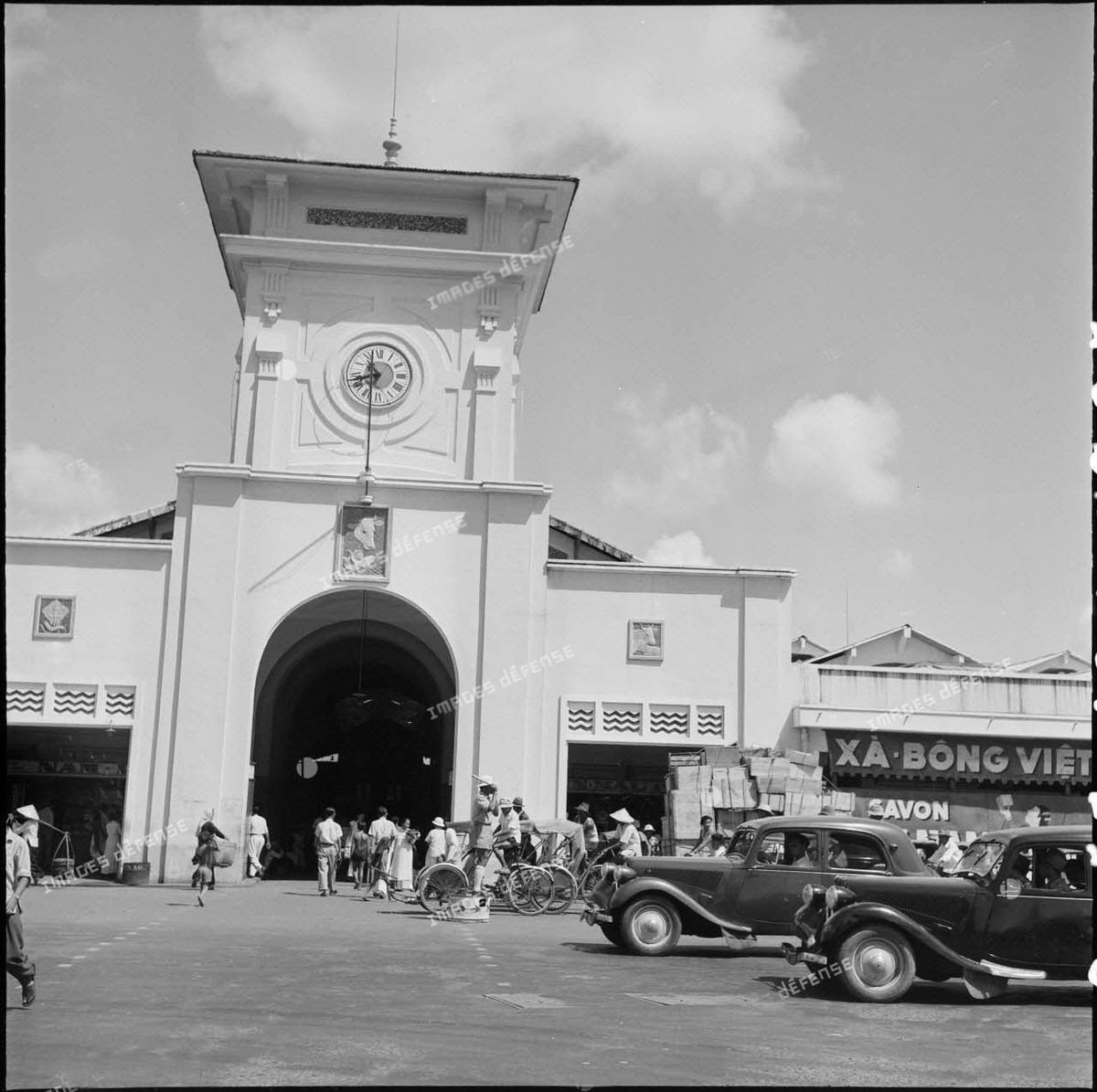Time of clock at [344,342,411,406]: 10:42
